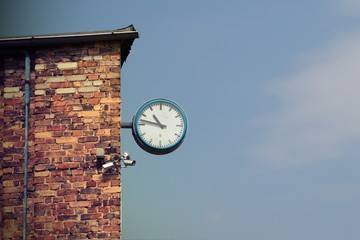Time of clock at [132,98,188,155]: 10:47
